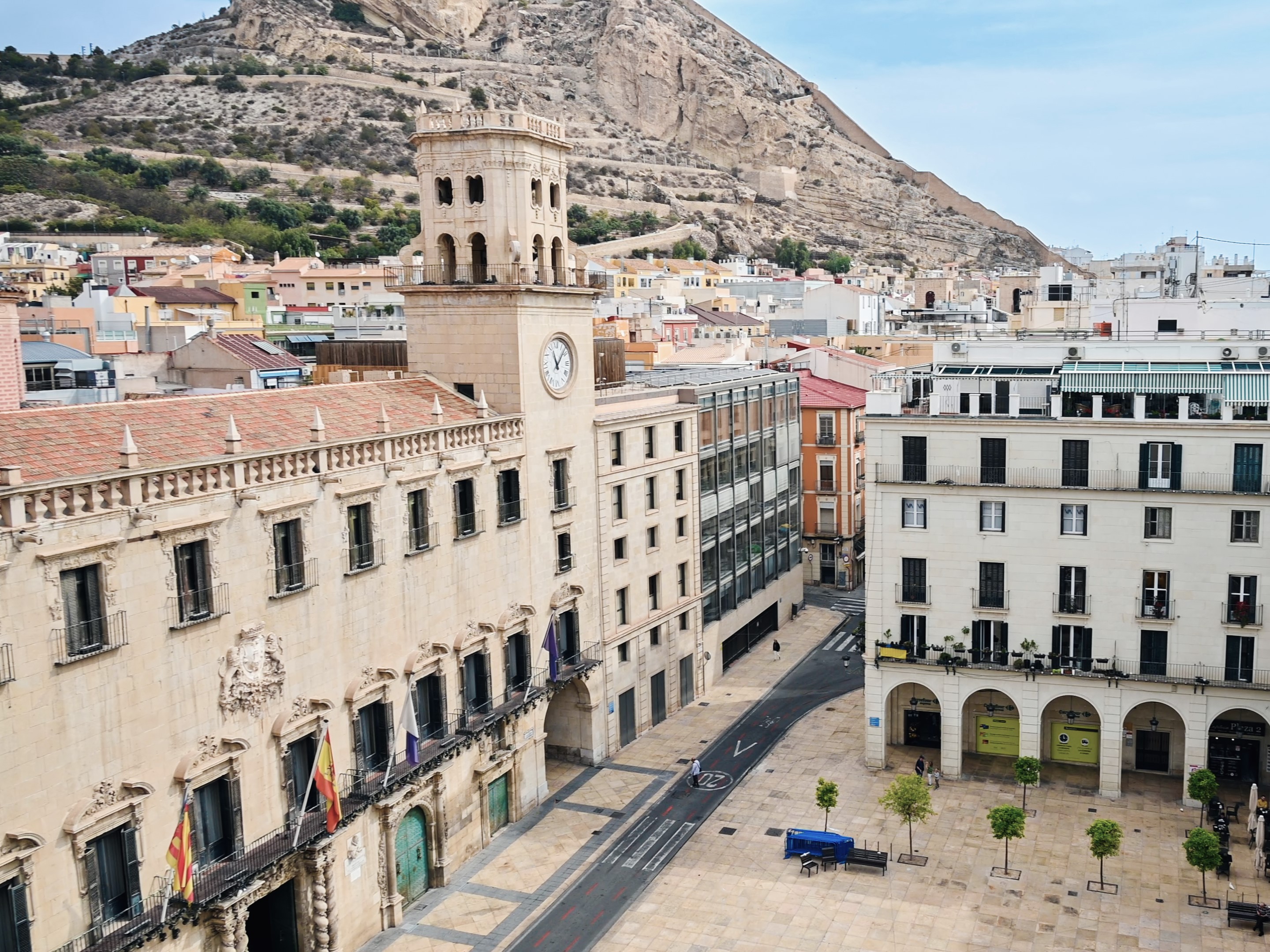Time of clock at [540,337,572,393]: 11:07
